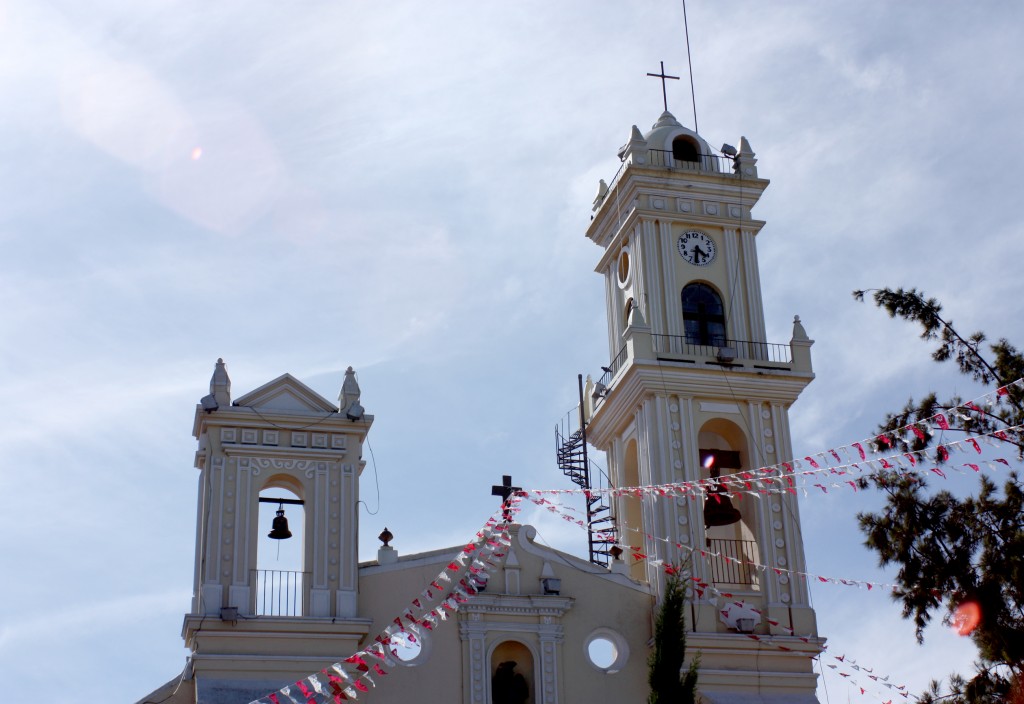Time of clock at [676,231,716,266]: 4:31
